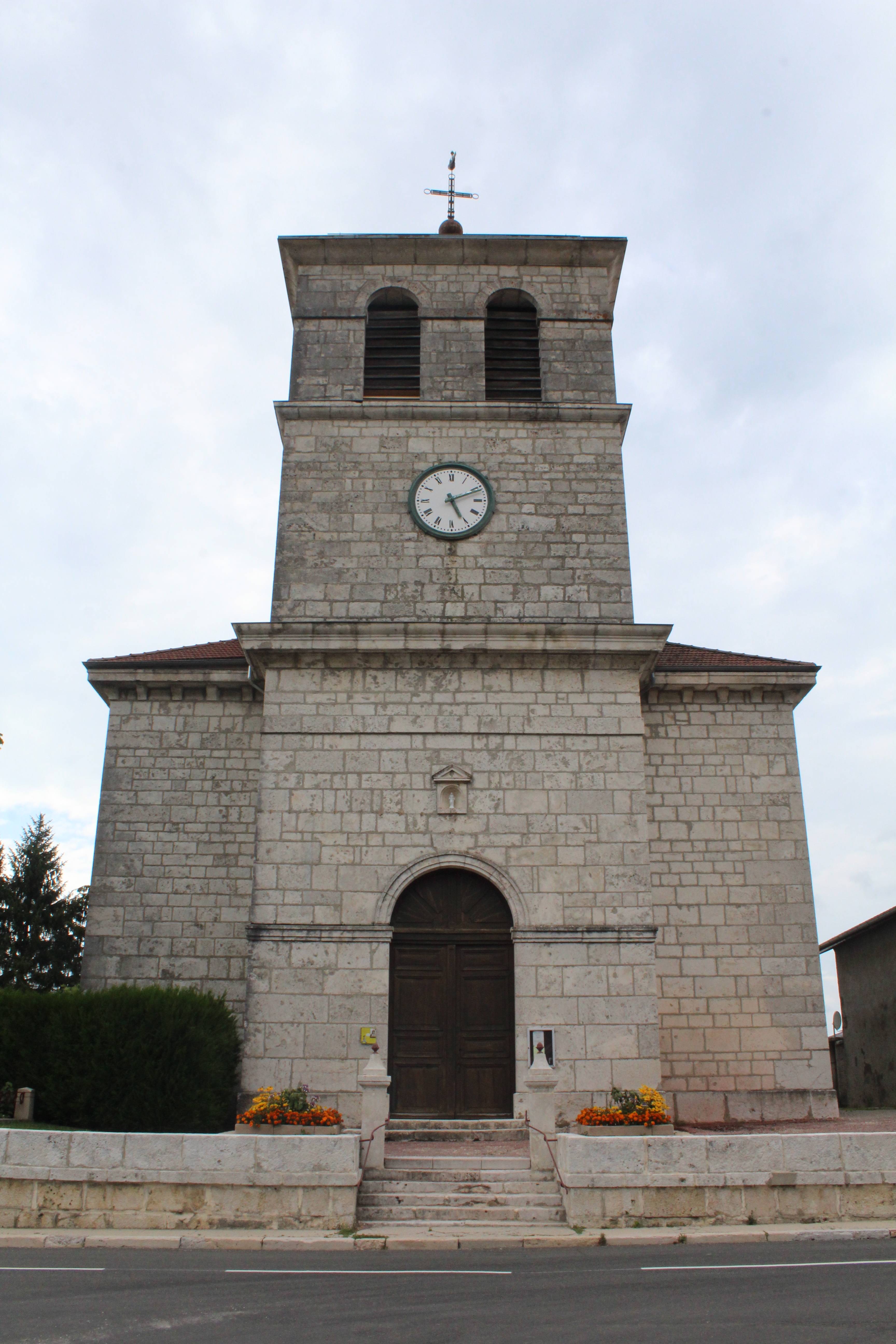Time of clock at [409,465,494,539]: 5:11
